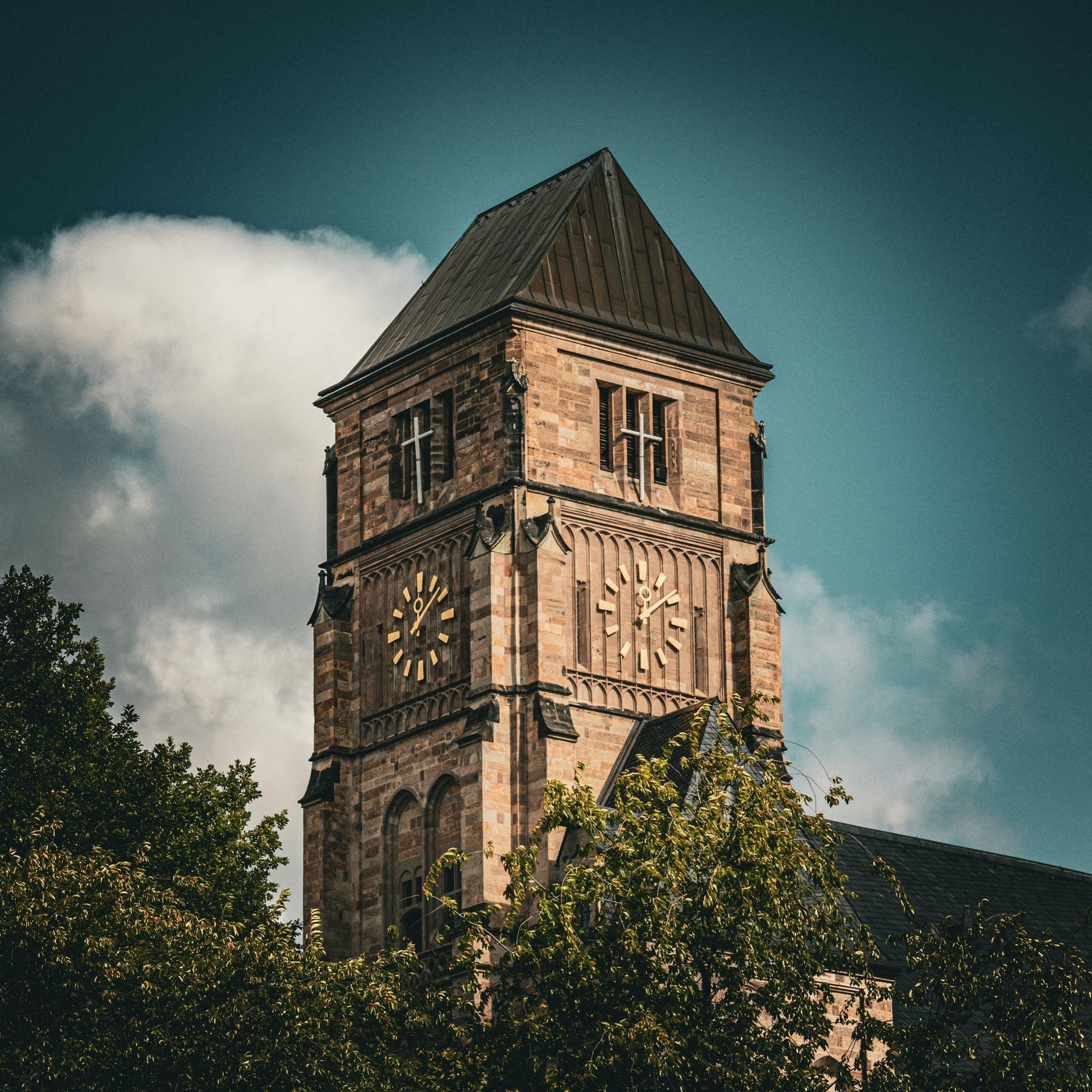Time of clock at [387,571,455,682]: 12:07
